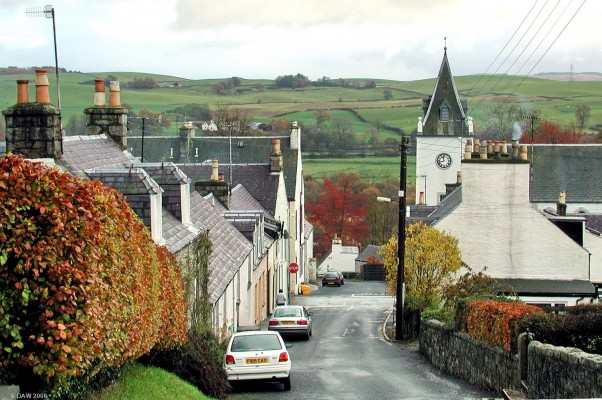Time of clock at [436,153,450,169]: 11:42
